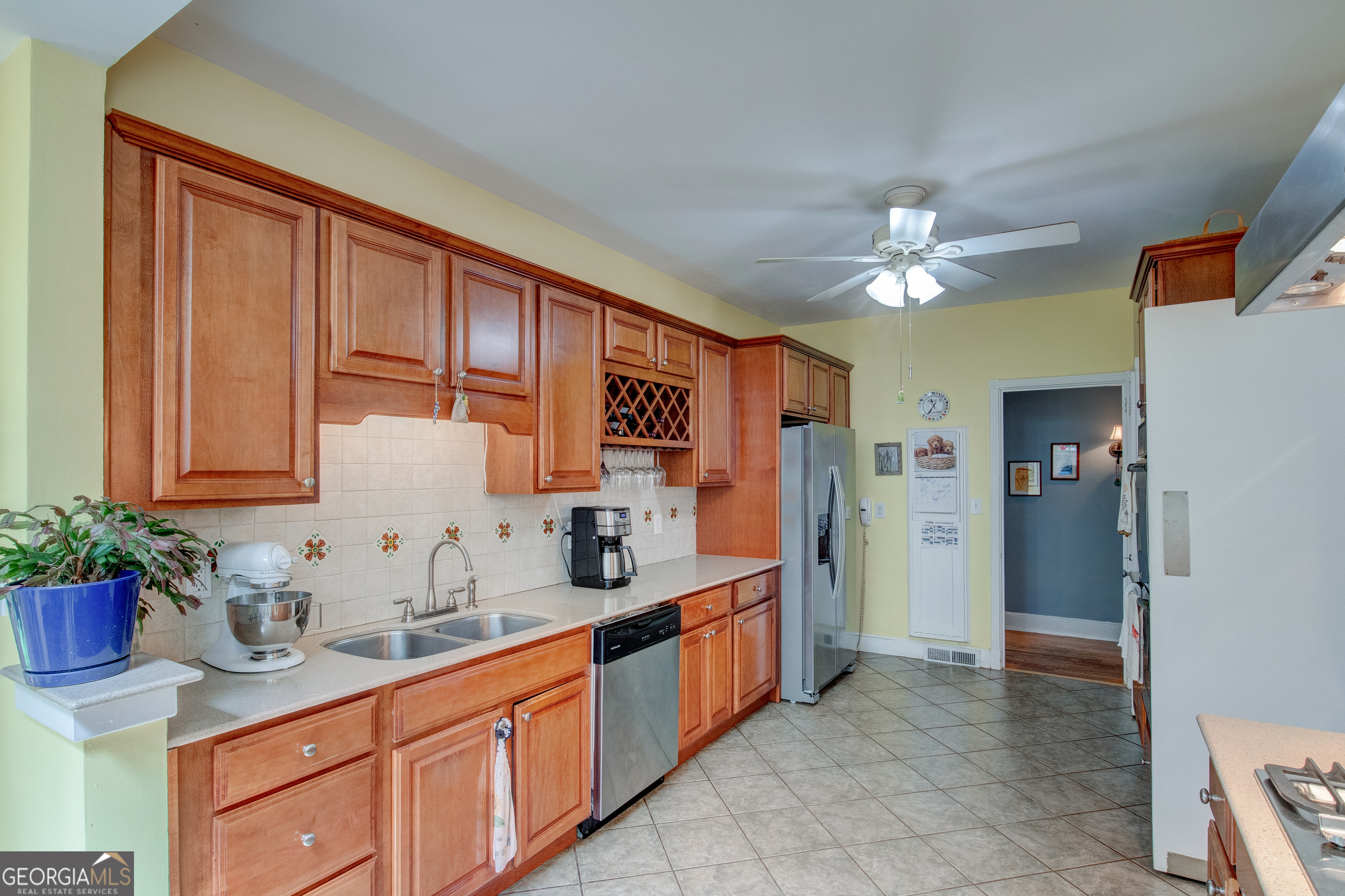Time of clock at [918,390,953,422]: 11:36
